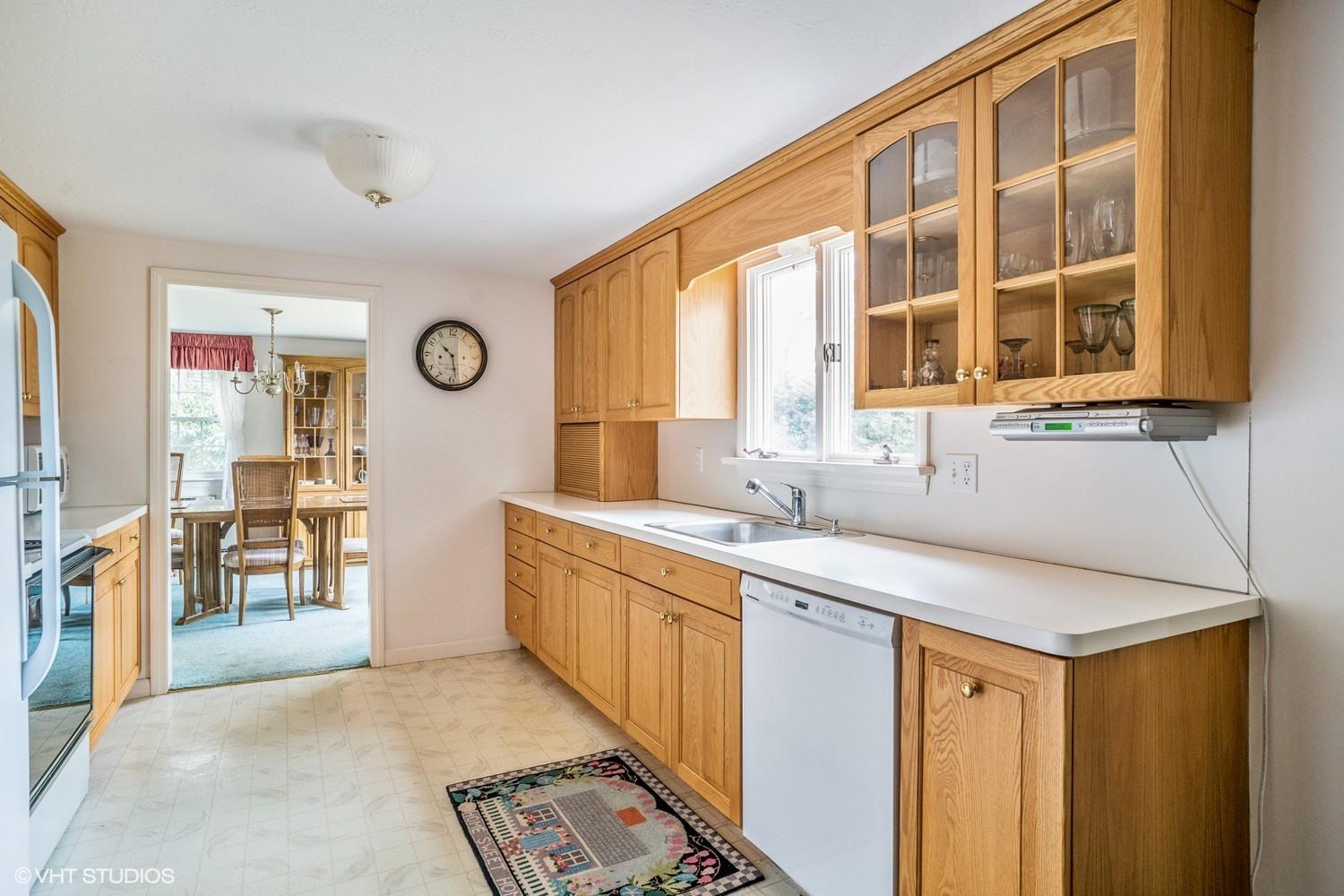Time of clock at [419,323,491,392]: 10:28
